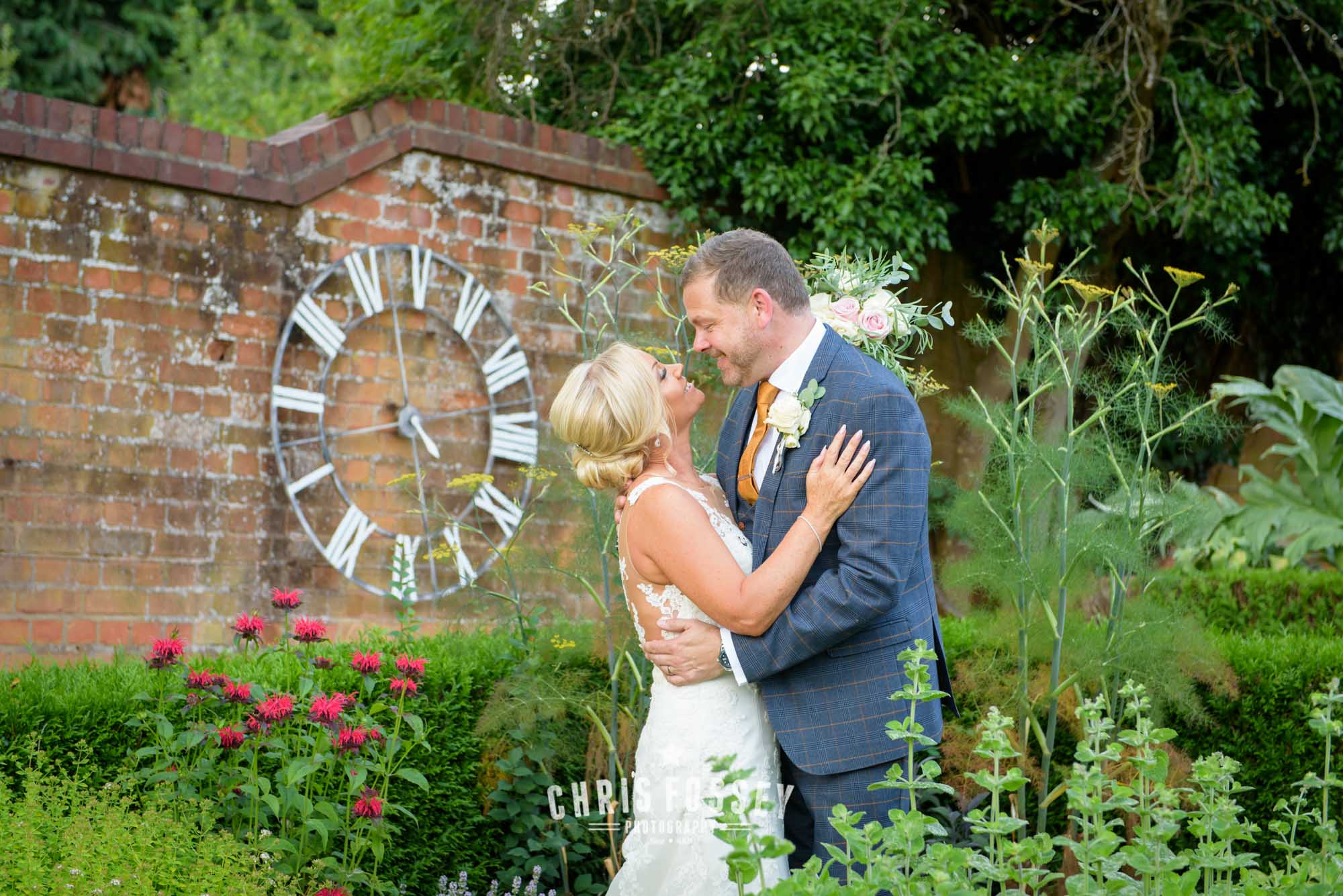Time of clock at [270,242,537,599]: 4:12
